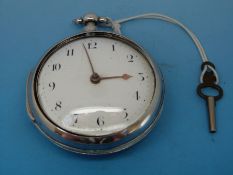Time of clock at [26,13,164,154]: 2:58
